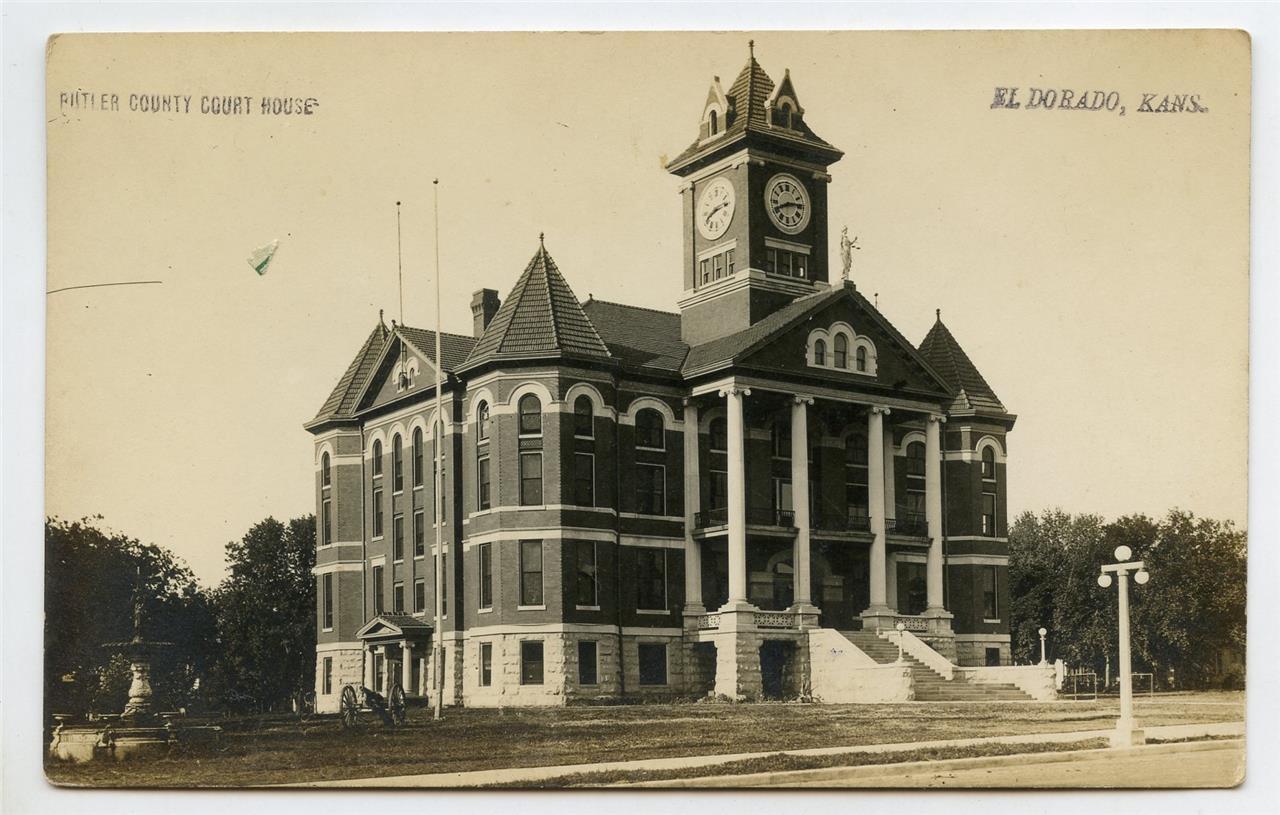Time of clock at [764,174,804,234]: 8:14
